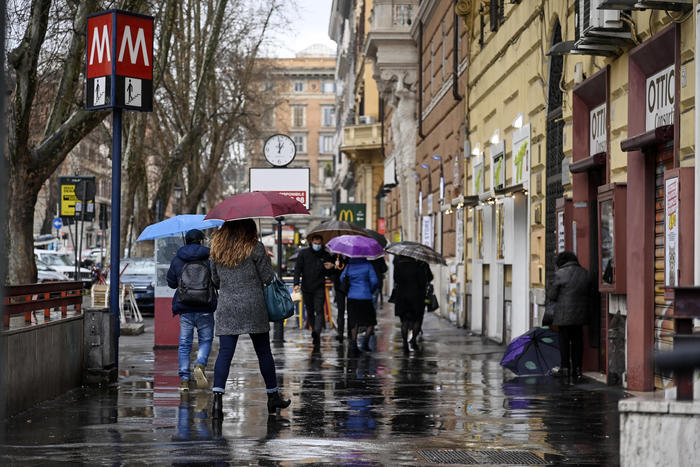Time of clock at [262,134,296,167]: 12:59
